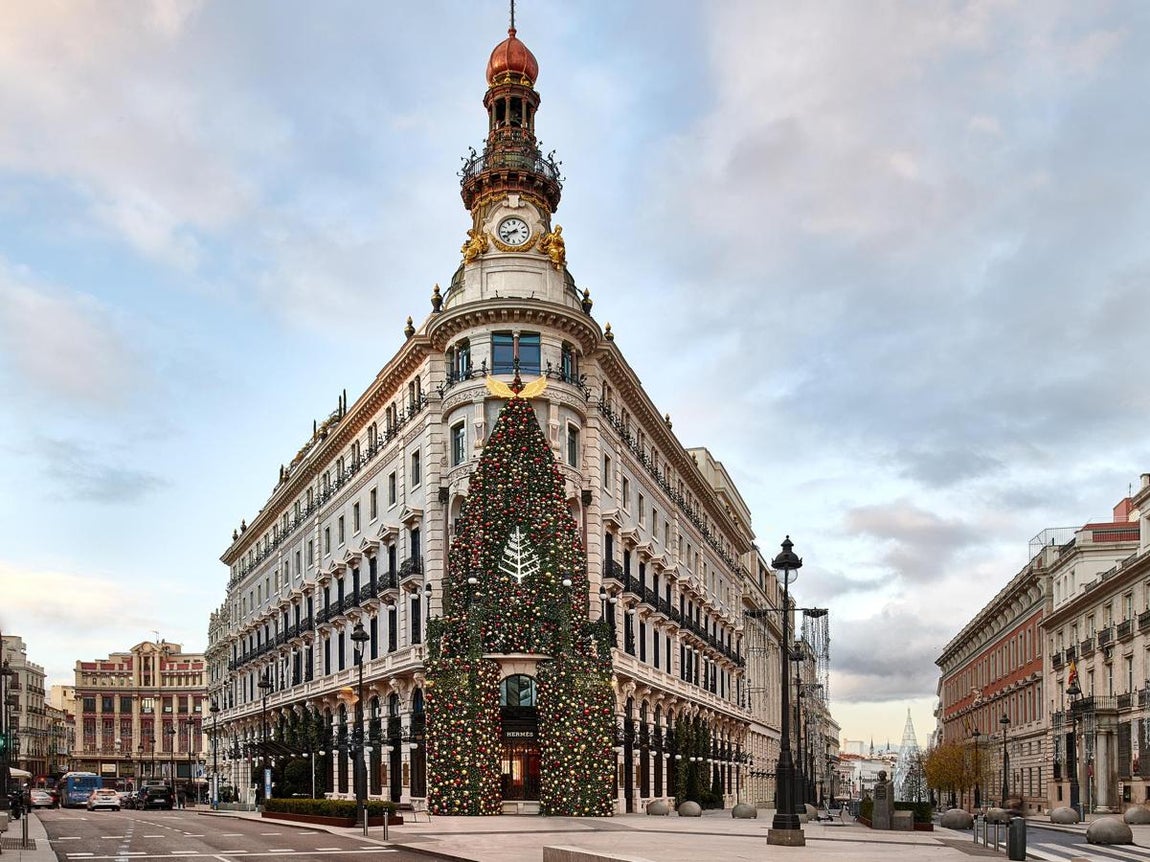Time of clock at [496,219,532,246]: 8:38
